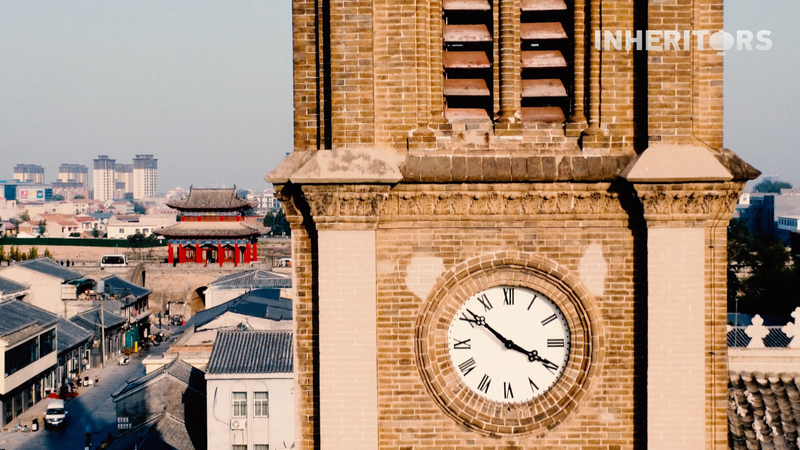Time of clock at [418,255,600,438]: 3:51
